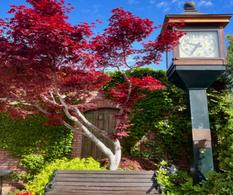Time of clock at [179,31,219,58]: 9:35
